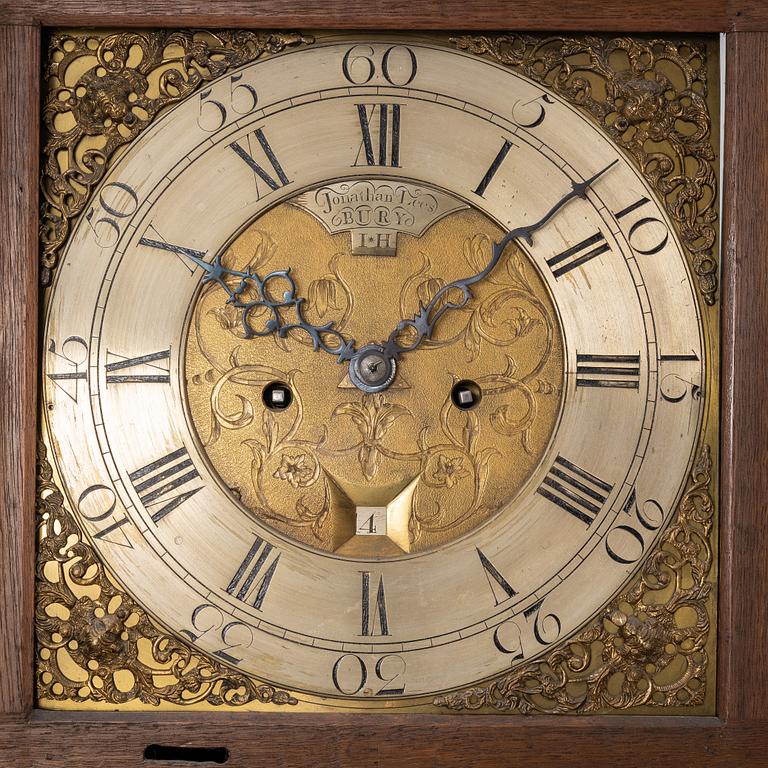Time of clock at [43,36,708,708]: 10:07
